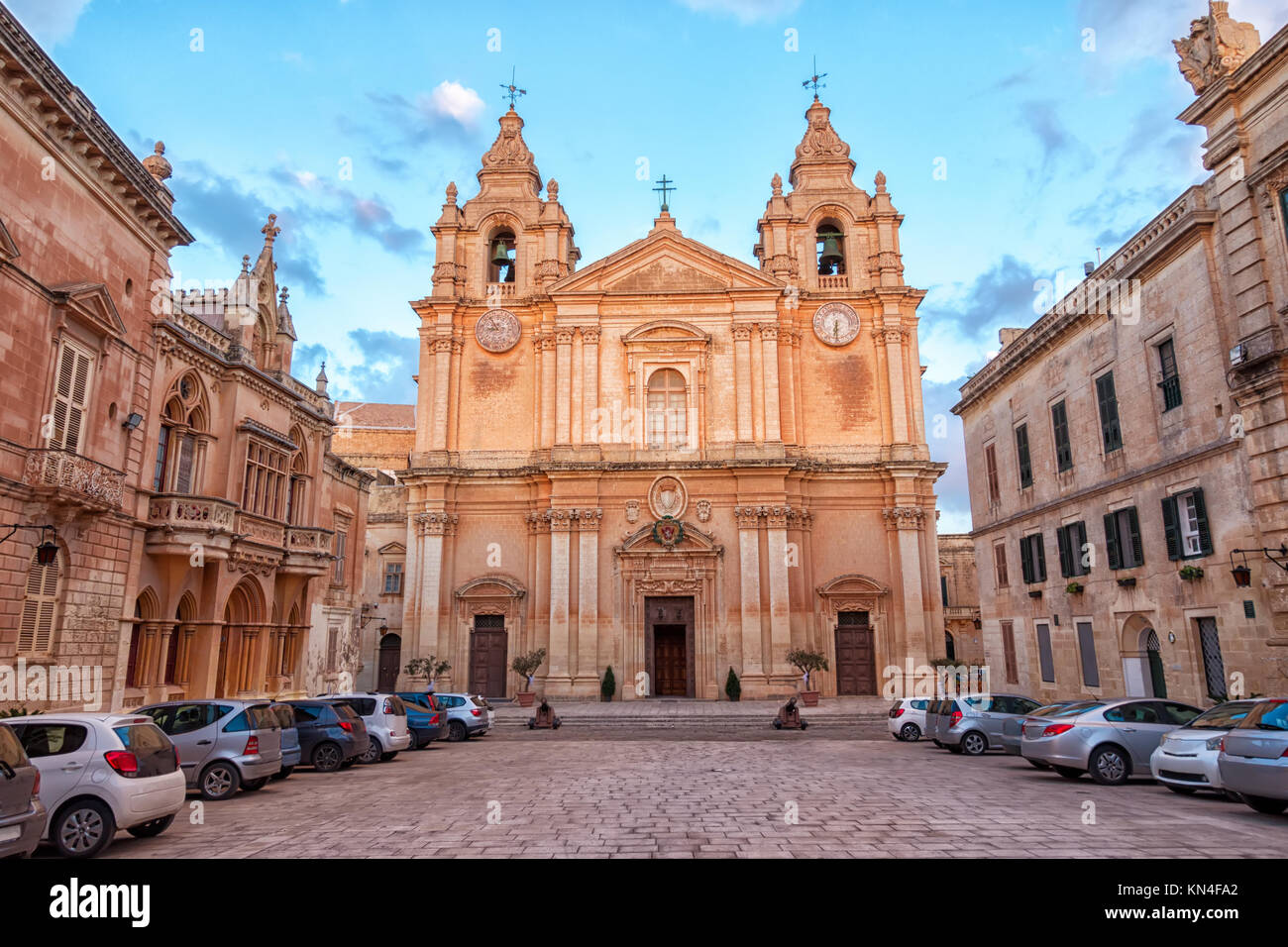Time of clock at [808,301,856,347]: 6:29
